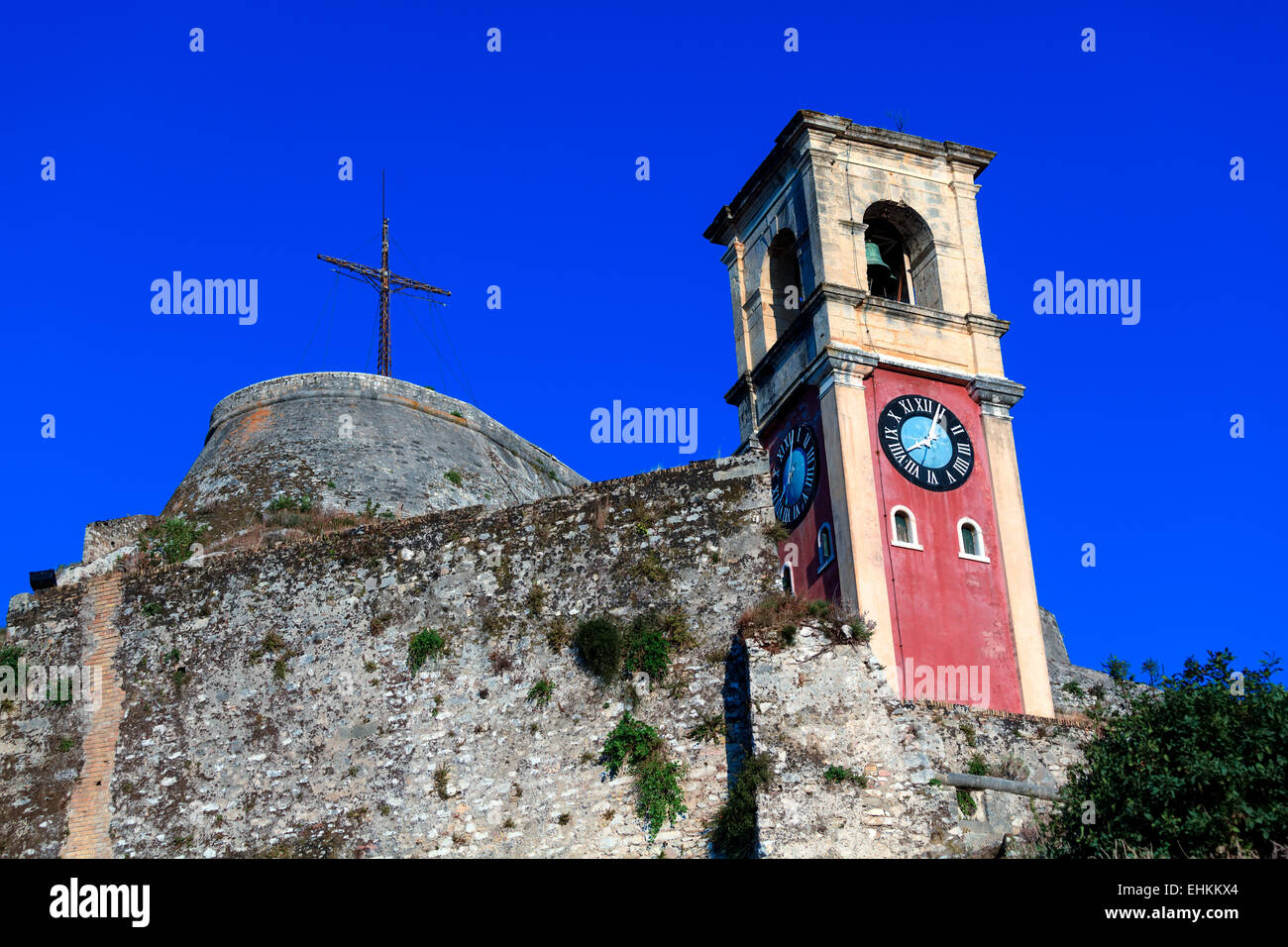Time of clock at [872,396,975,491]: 8:03
